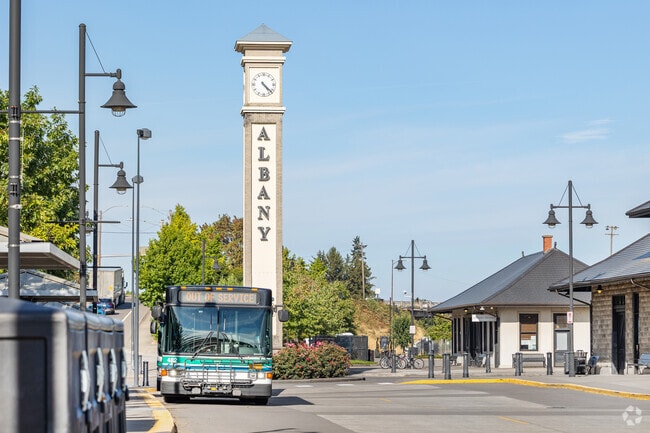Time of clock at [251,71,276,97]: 4:22
